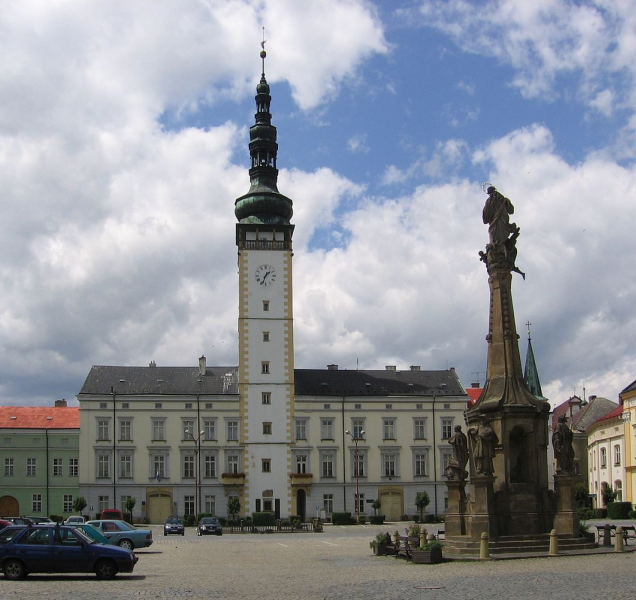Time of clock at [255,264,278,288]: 1:33
